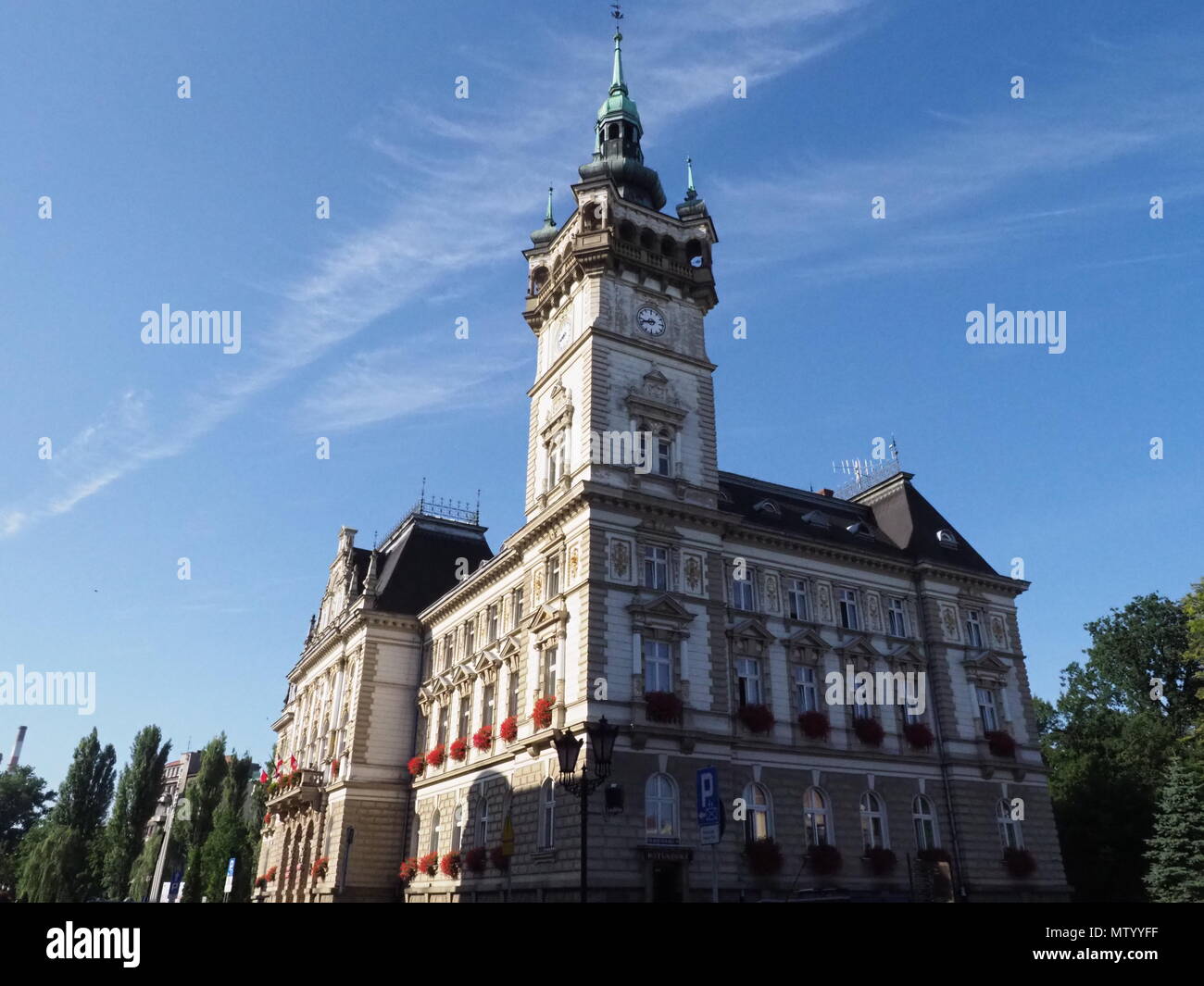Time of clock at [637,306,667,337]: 8:42
